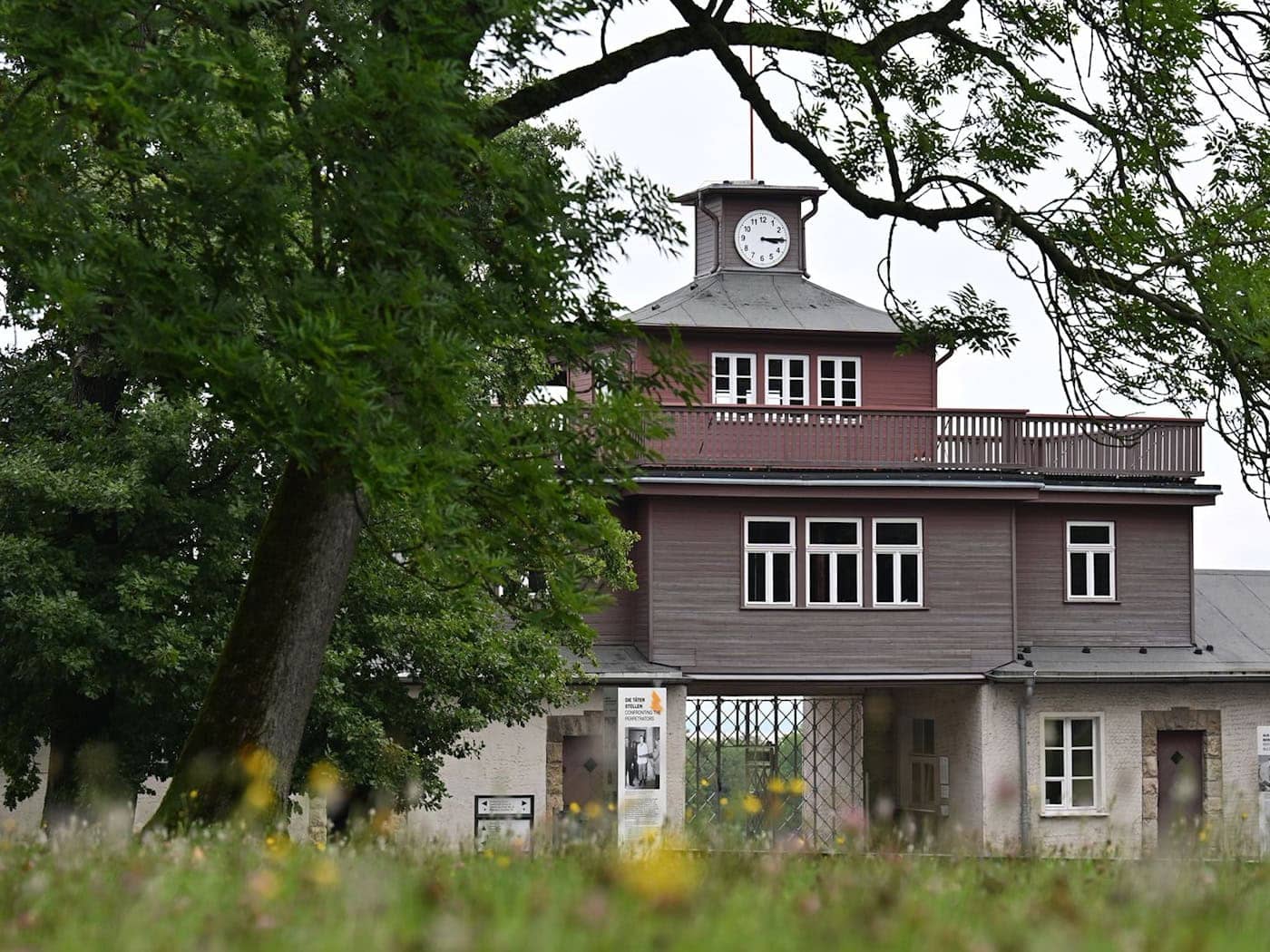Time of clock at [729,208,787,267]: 3:14
